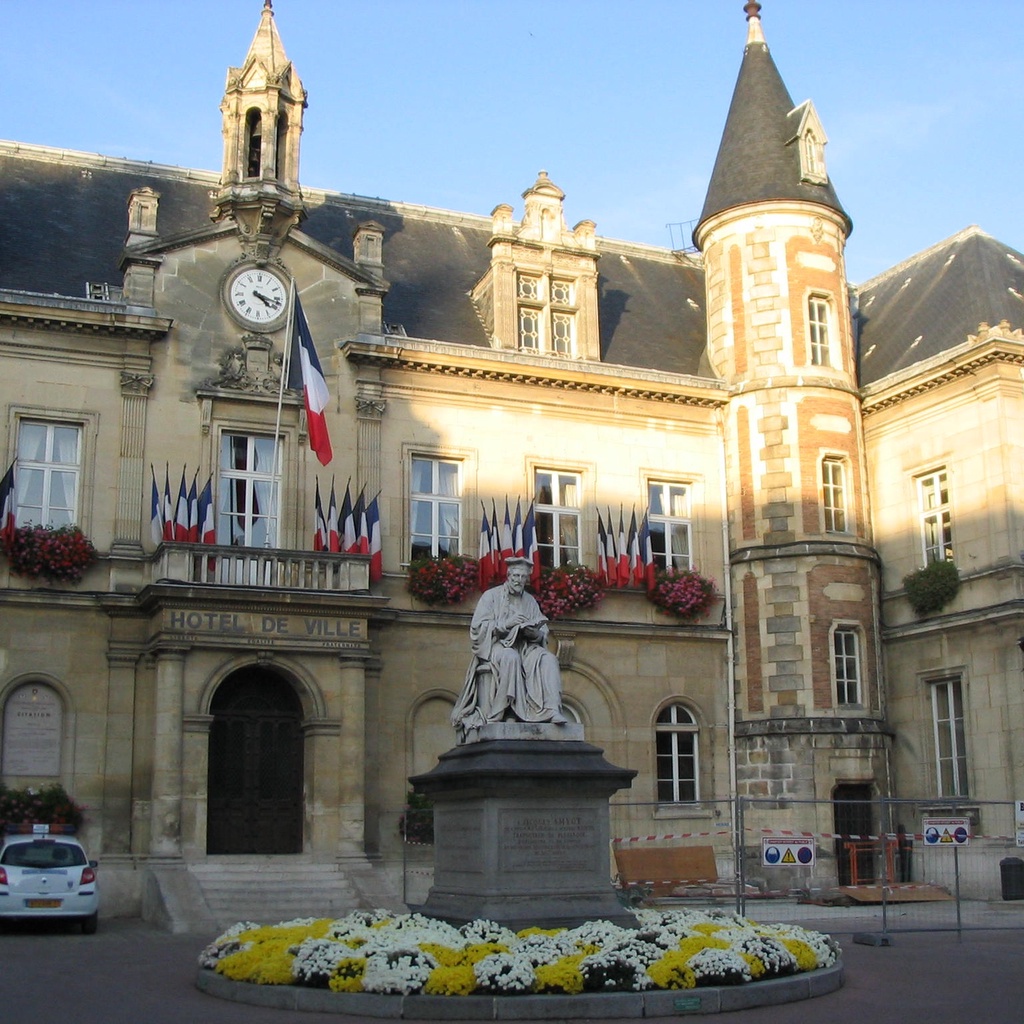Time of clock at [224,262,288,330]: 4:17
